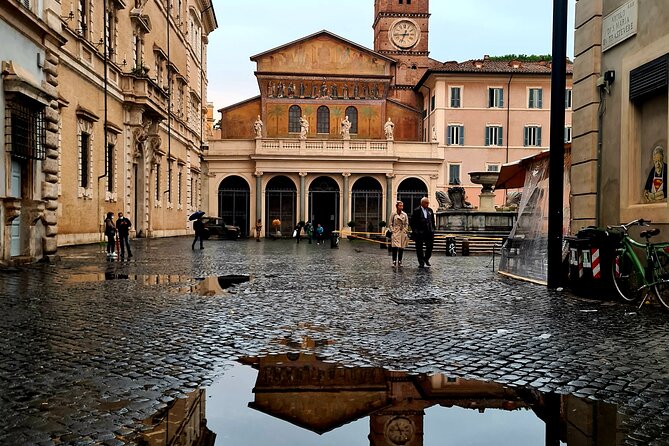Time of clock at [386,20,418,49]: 6:43
